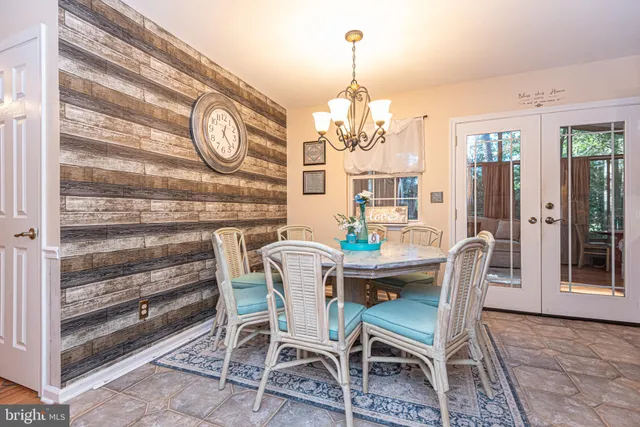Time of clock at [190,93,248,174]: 12:23
